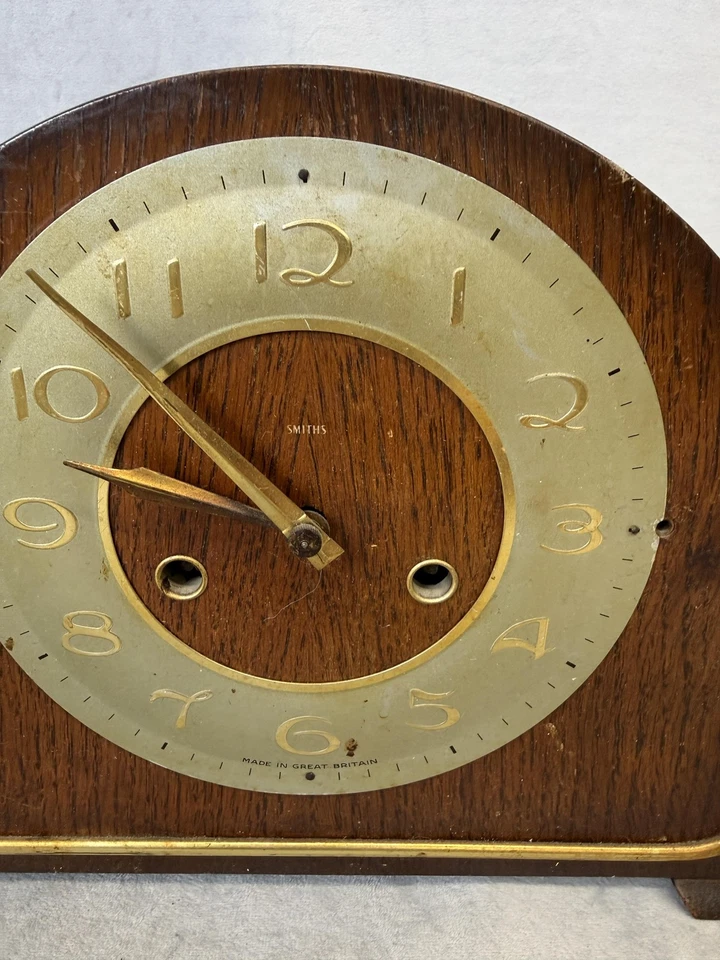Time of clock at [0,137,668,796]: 9:52
